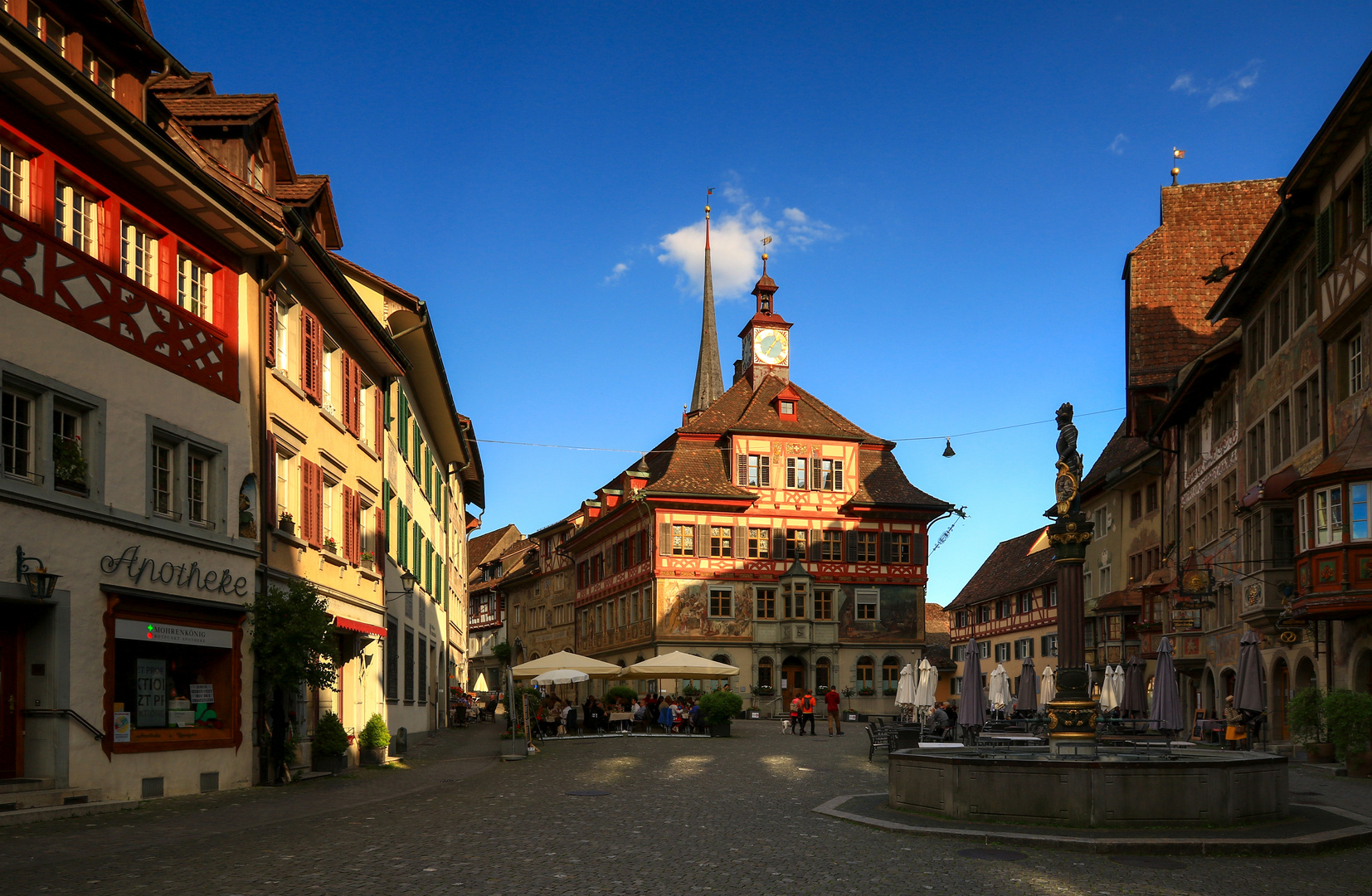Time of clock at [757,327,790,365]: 7:07
